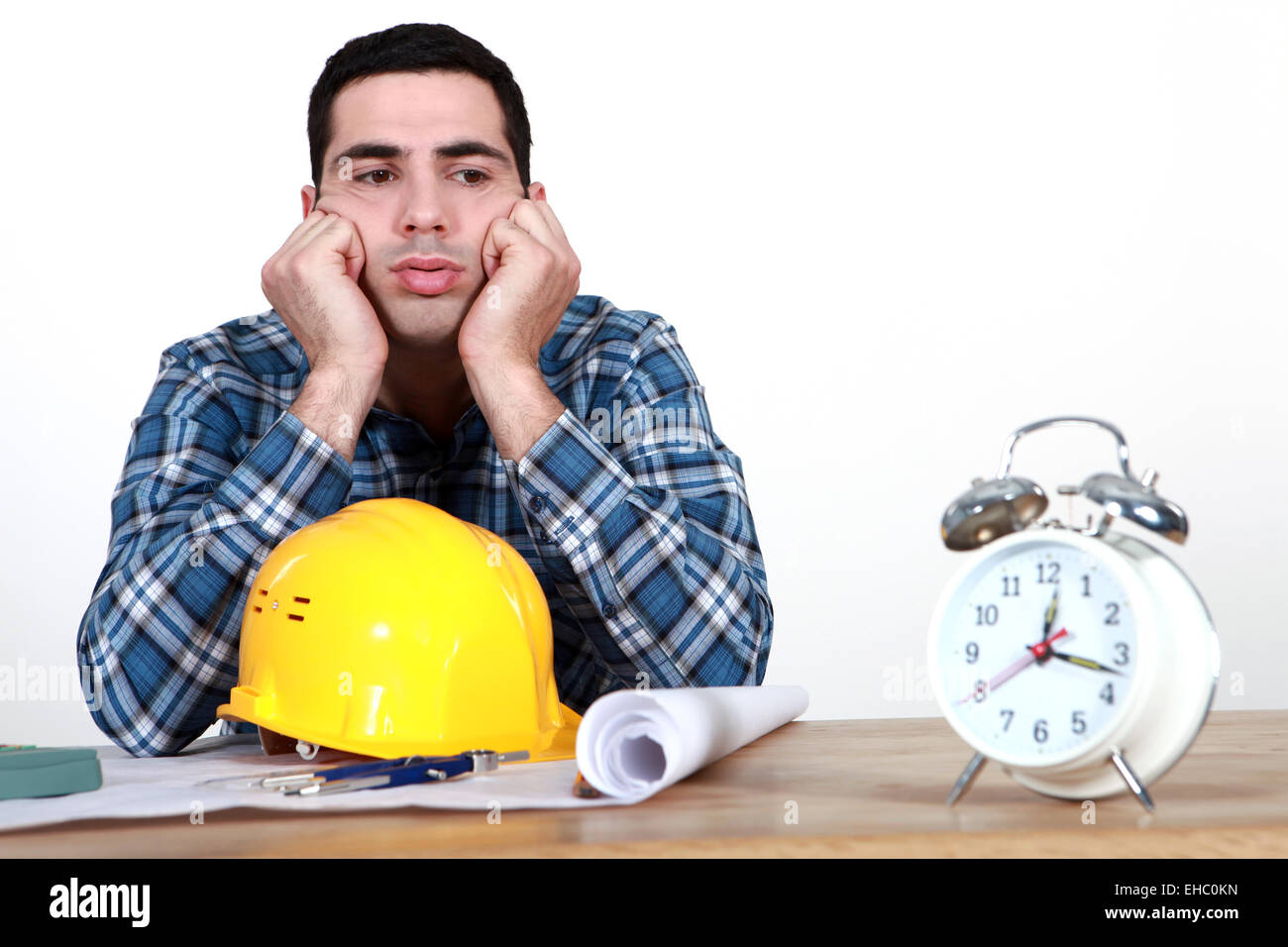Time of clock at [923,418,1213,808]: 12:17
